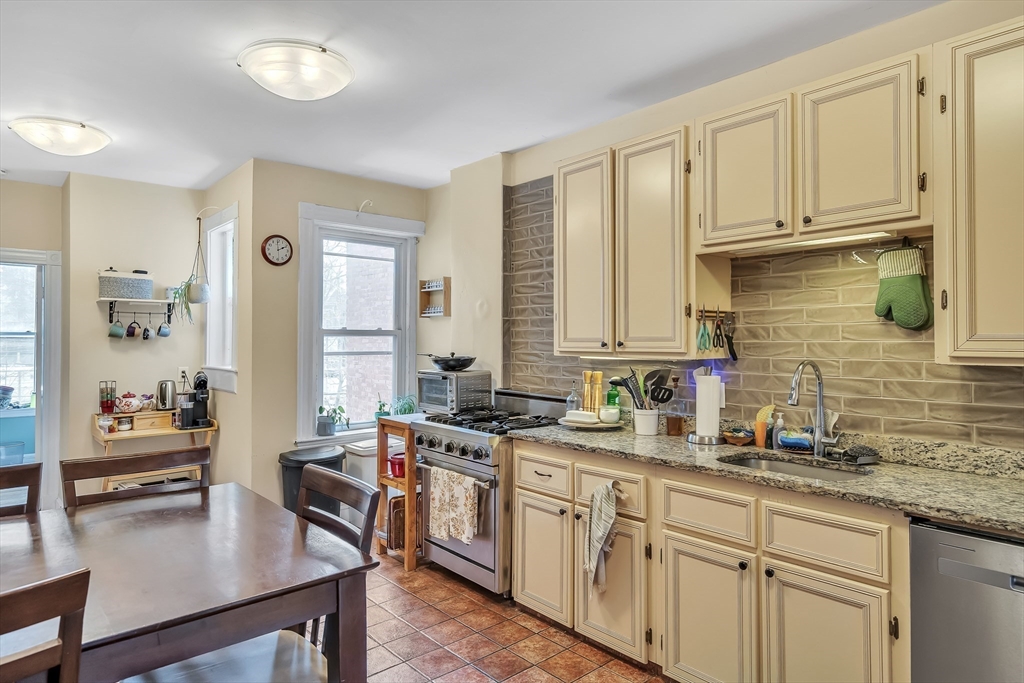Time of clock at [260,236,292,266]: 1:59
